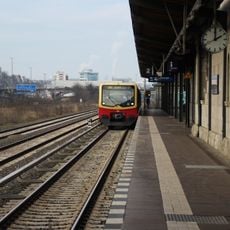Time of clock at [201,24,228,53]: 2:00
